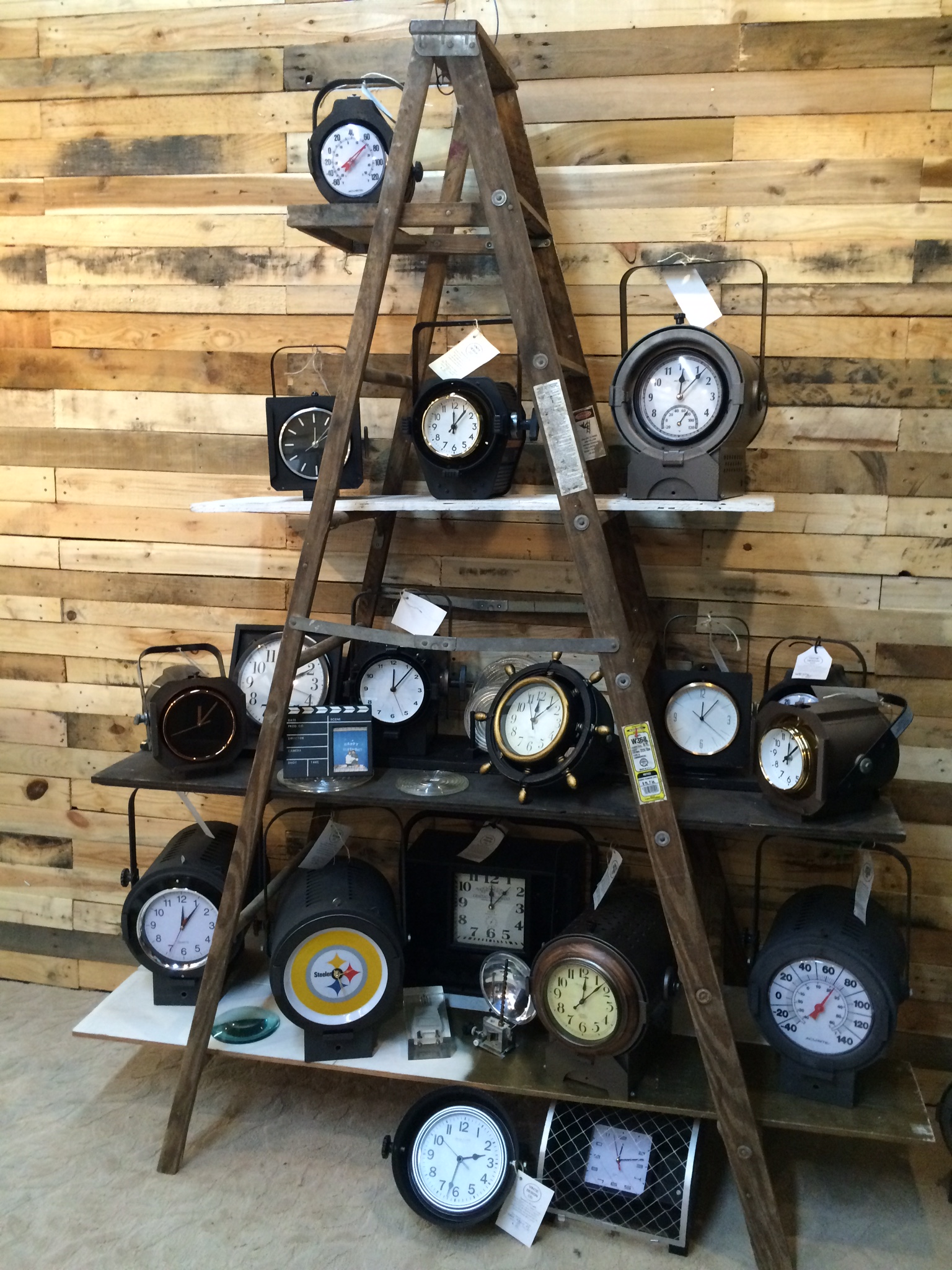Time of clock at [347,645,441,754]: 12:06
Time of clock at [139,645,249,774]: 12:05
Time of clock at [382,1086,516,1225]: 2:32
